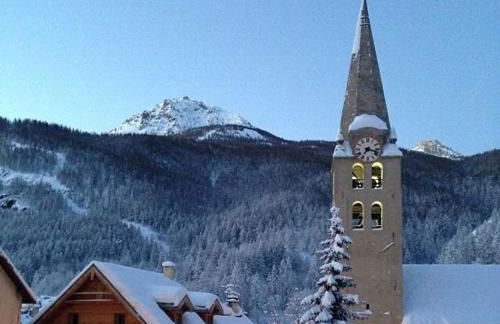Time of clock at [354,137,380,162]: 7:17
